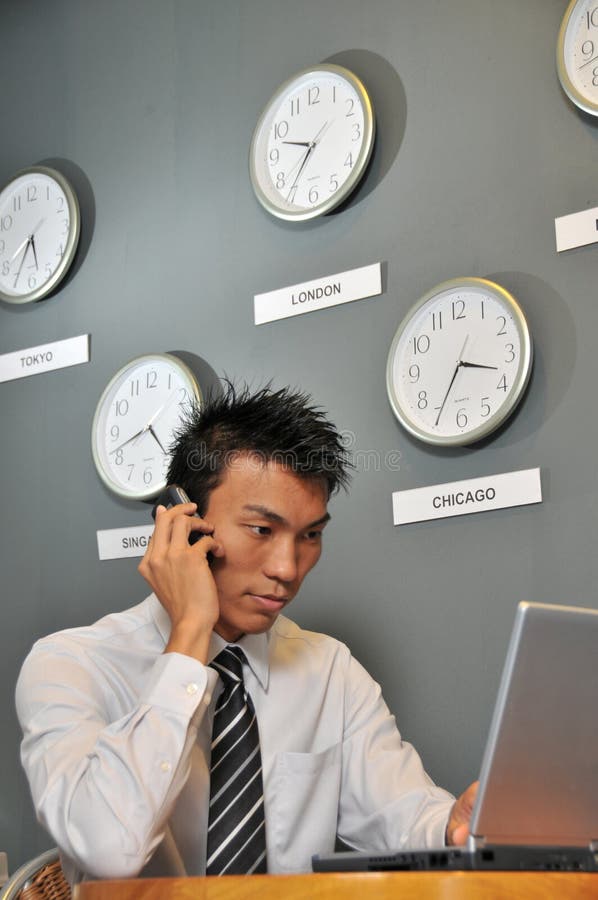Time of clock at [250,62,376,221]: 9:36
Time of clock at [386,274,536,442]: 3:35
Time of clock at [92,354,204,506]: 4:41
